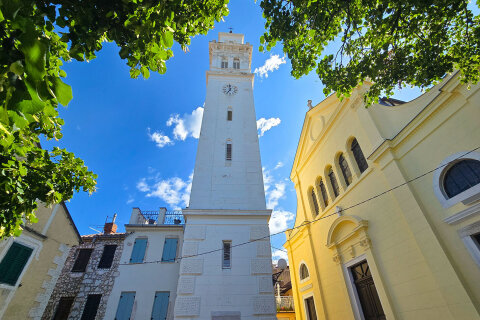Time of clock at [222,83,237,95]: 6:59
